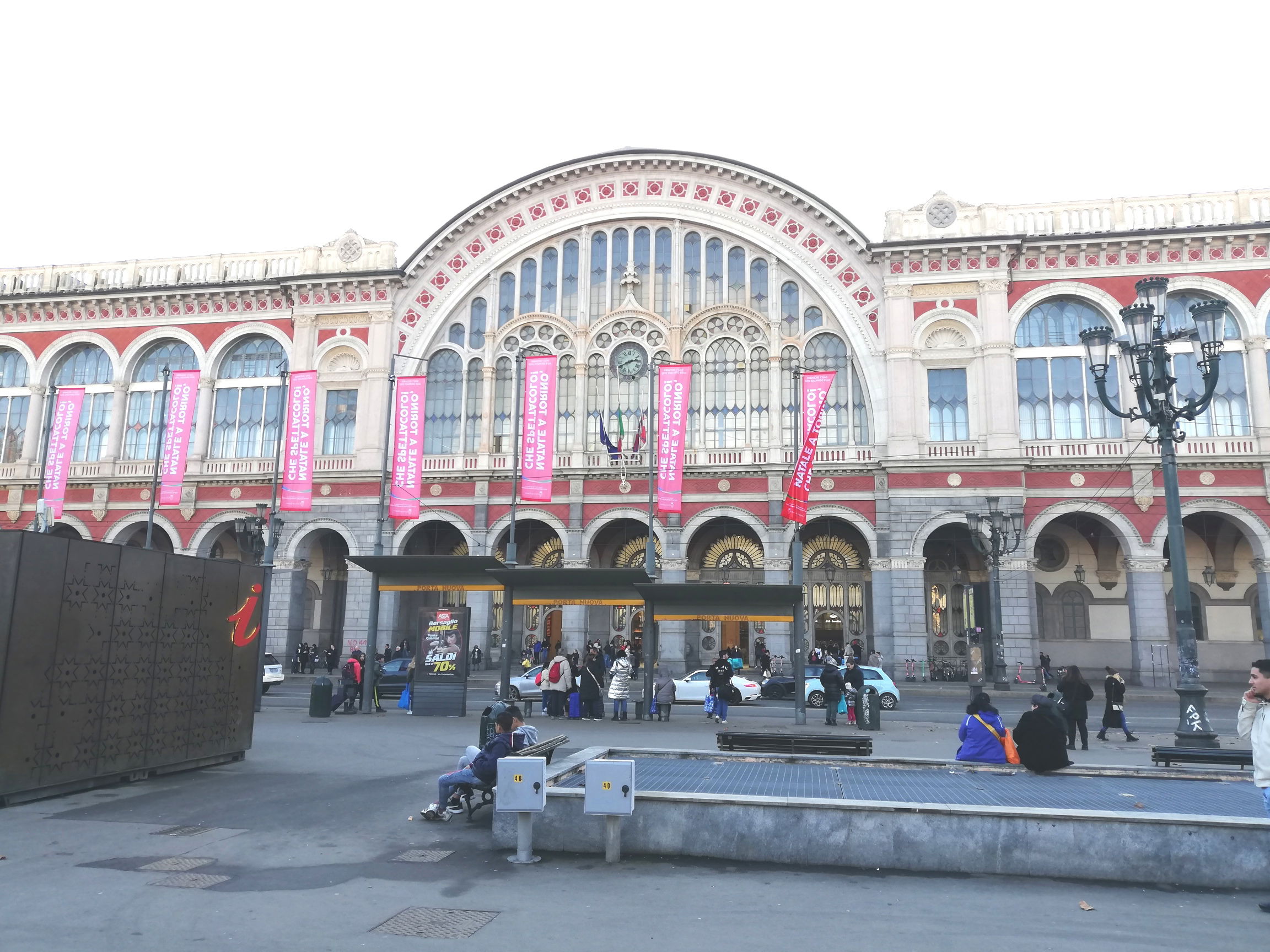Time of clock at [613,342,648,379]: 2:40
